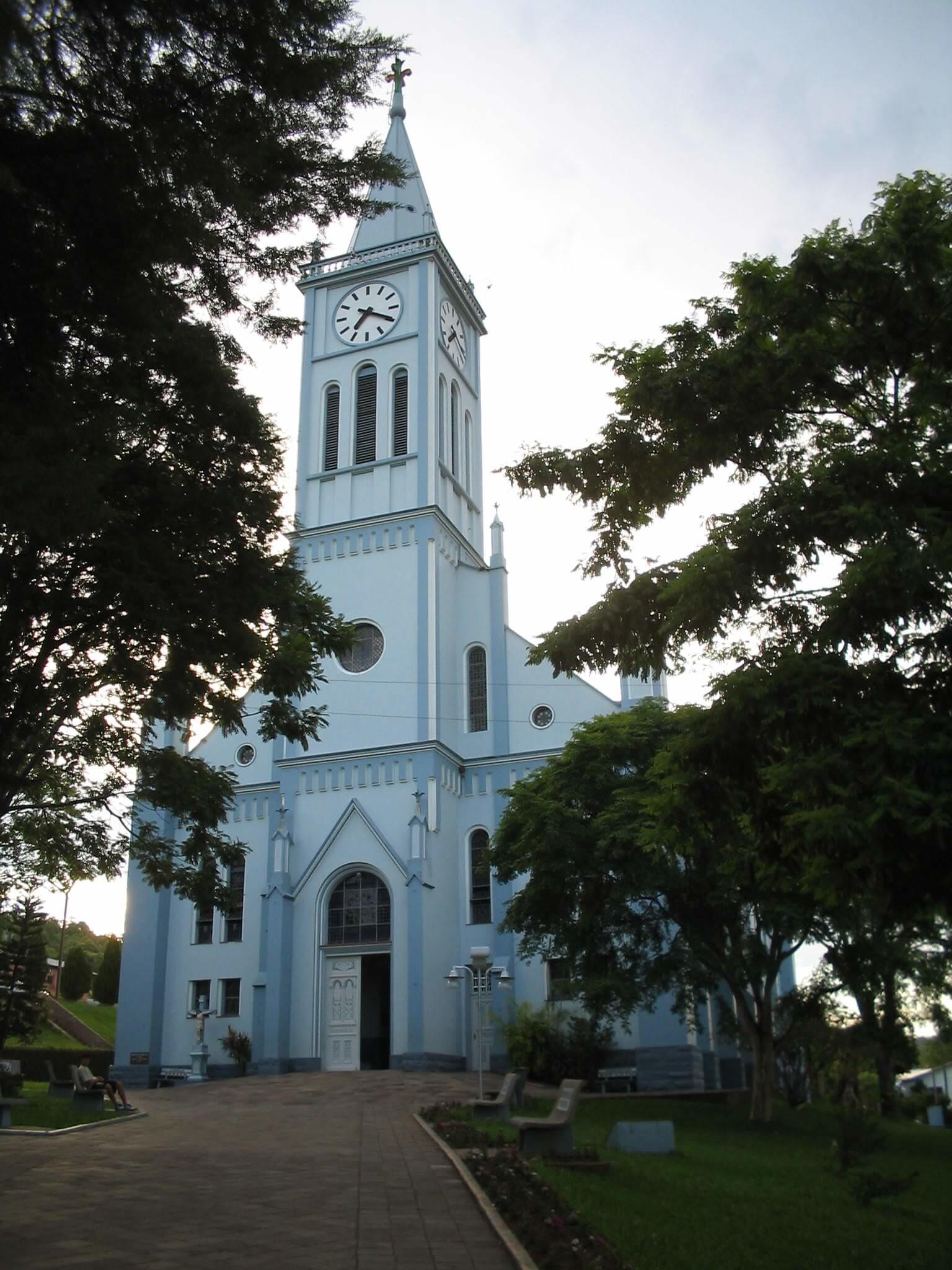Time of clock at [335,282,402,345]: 7:19
